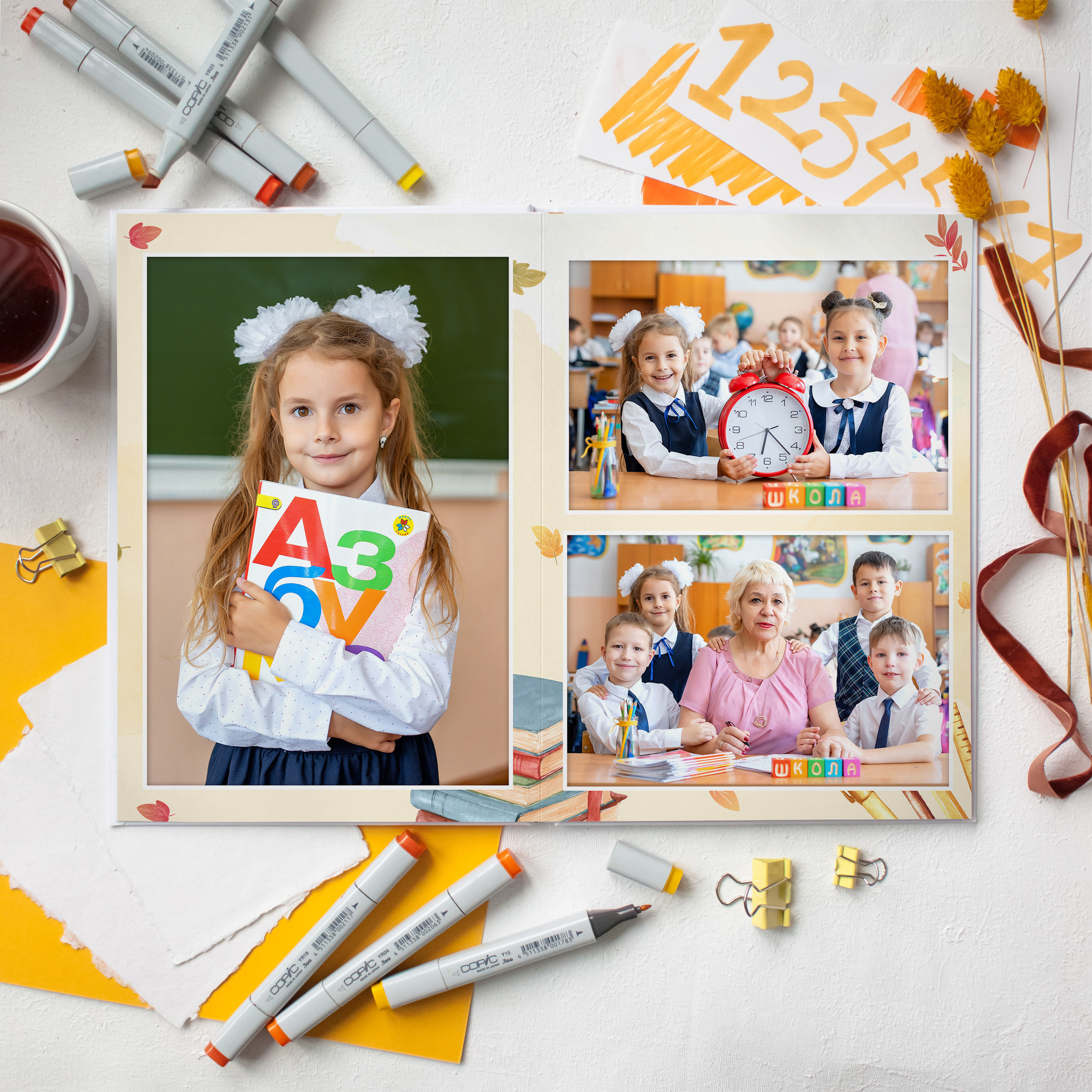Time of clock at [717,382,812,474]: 6:22
